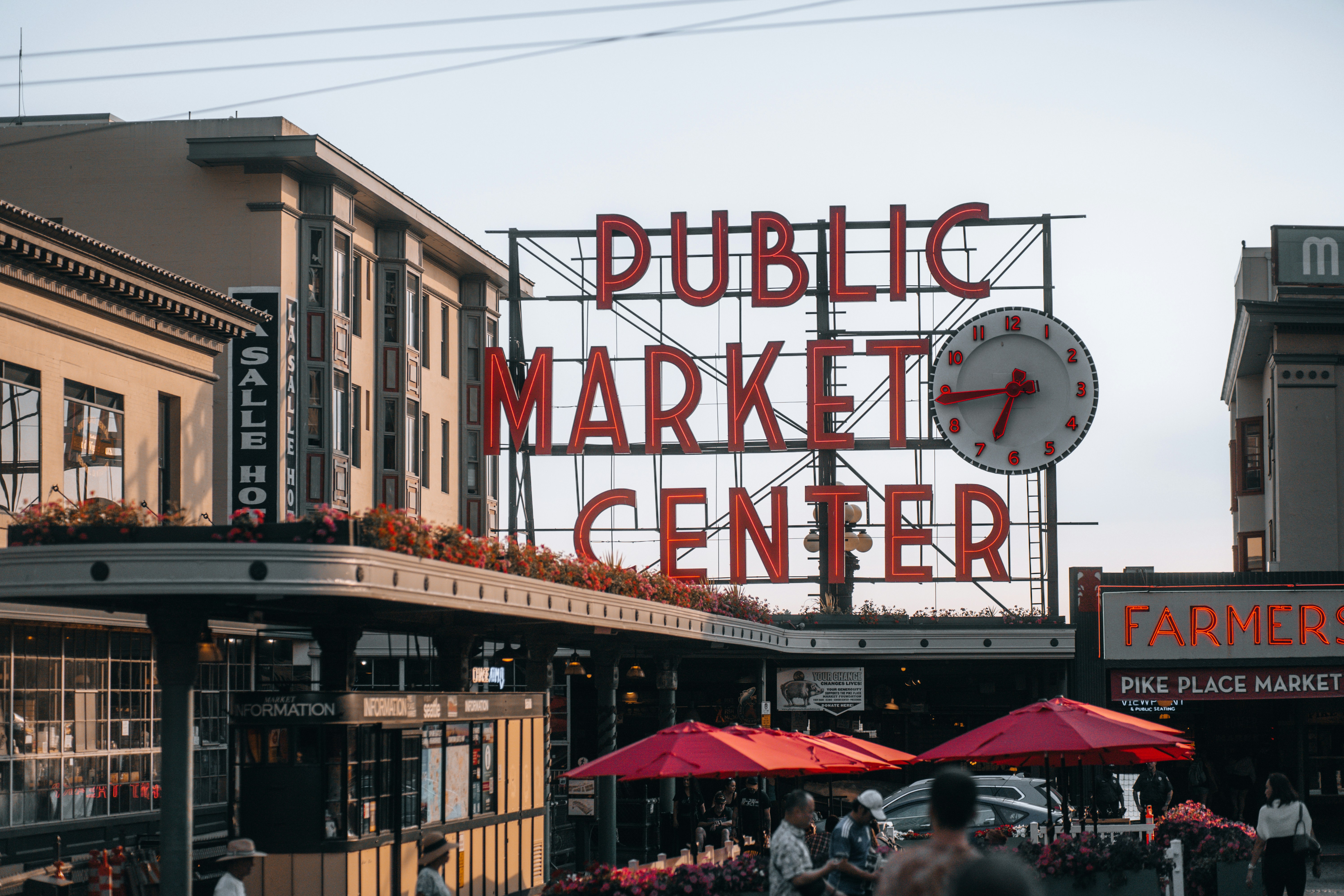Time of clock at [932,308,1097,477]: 6:44
